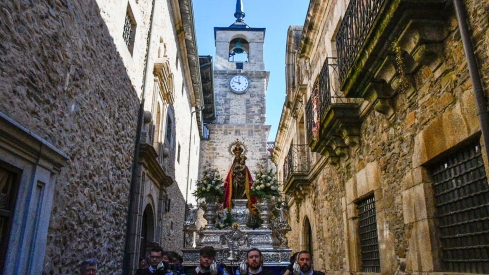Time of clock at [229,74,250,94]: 11:47
